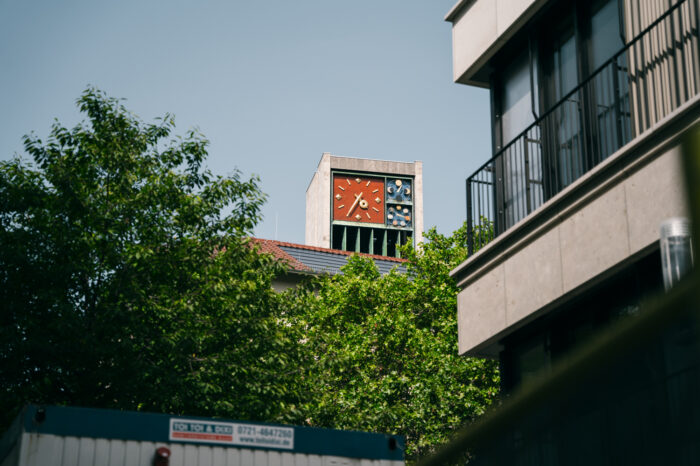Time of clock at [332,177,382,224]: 4:35
